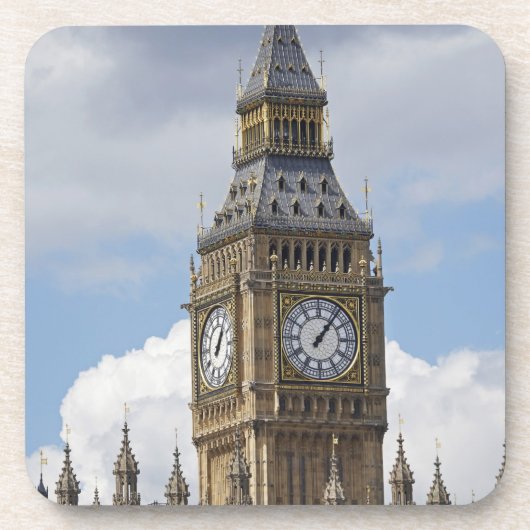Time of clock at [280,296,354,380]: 1:06
